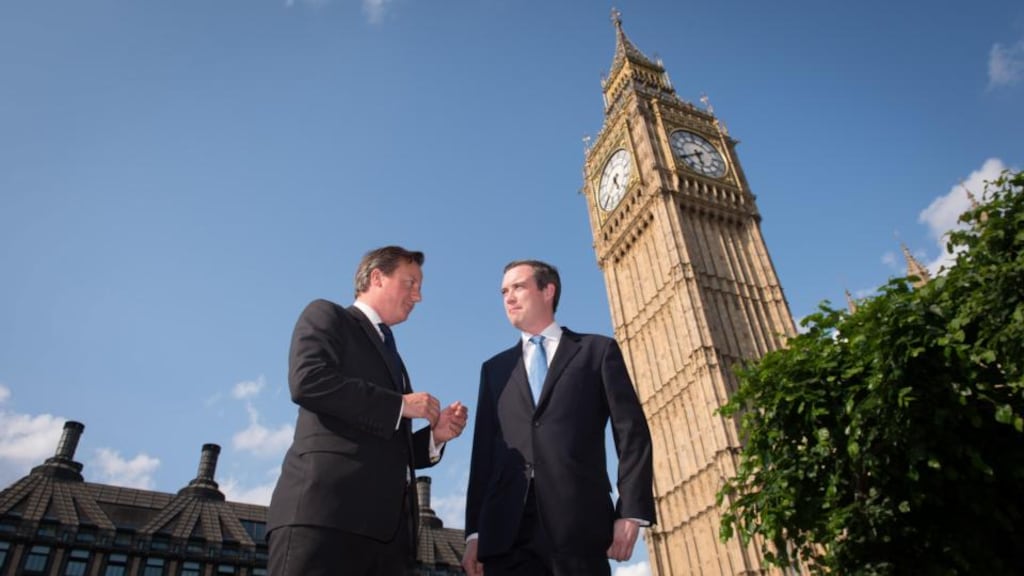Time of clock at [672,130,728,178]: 5:40
